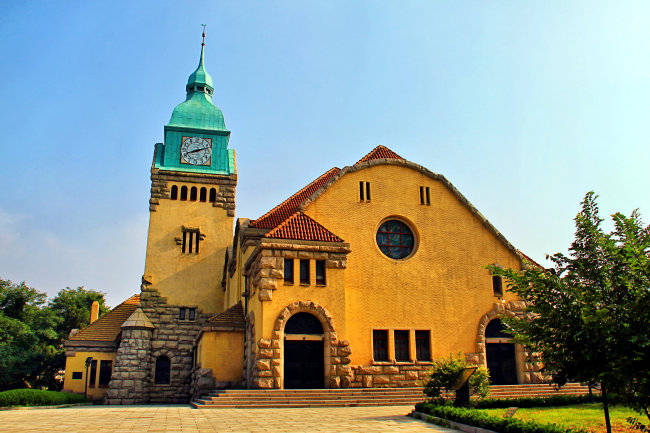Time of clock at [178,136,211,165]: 8:12
